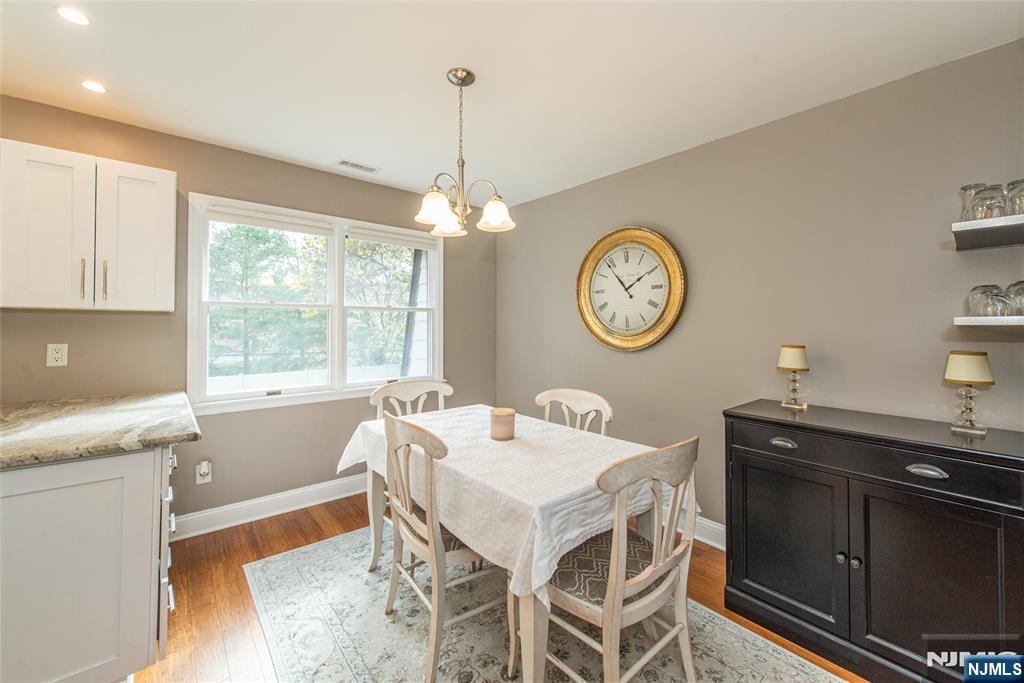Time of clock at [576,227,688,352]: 1:53
